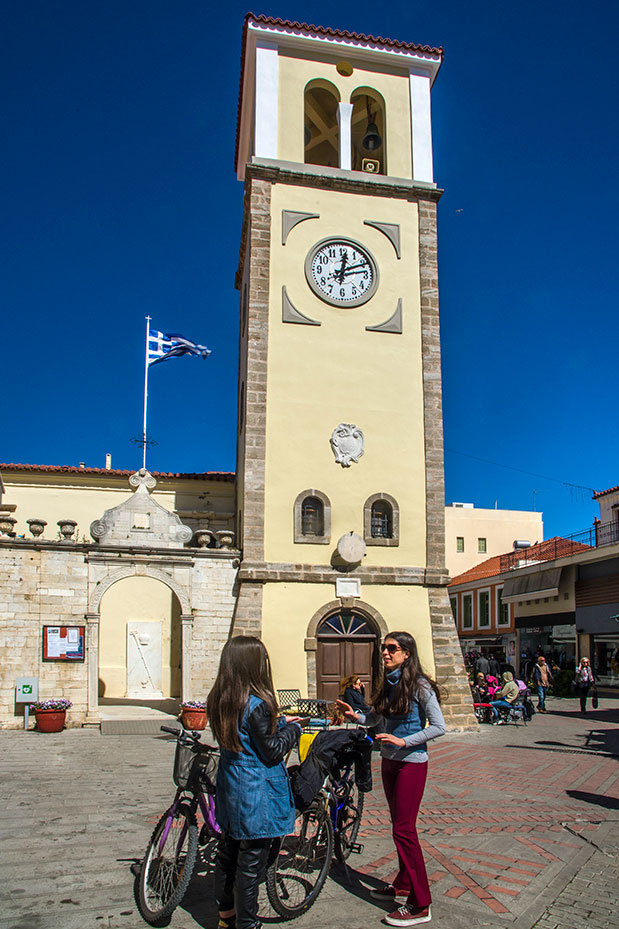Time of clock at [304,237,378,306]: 12:10
